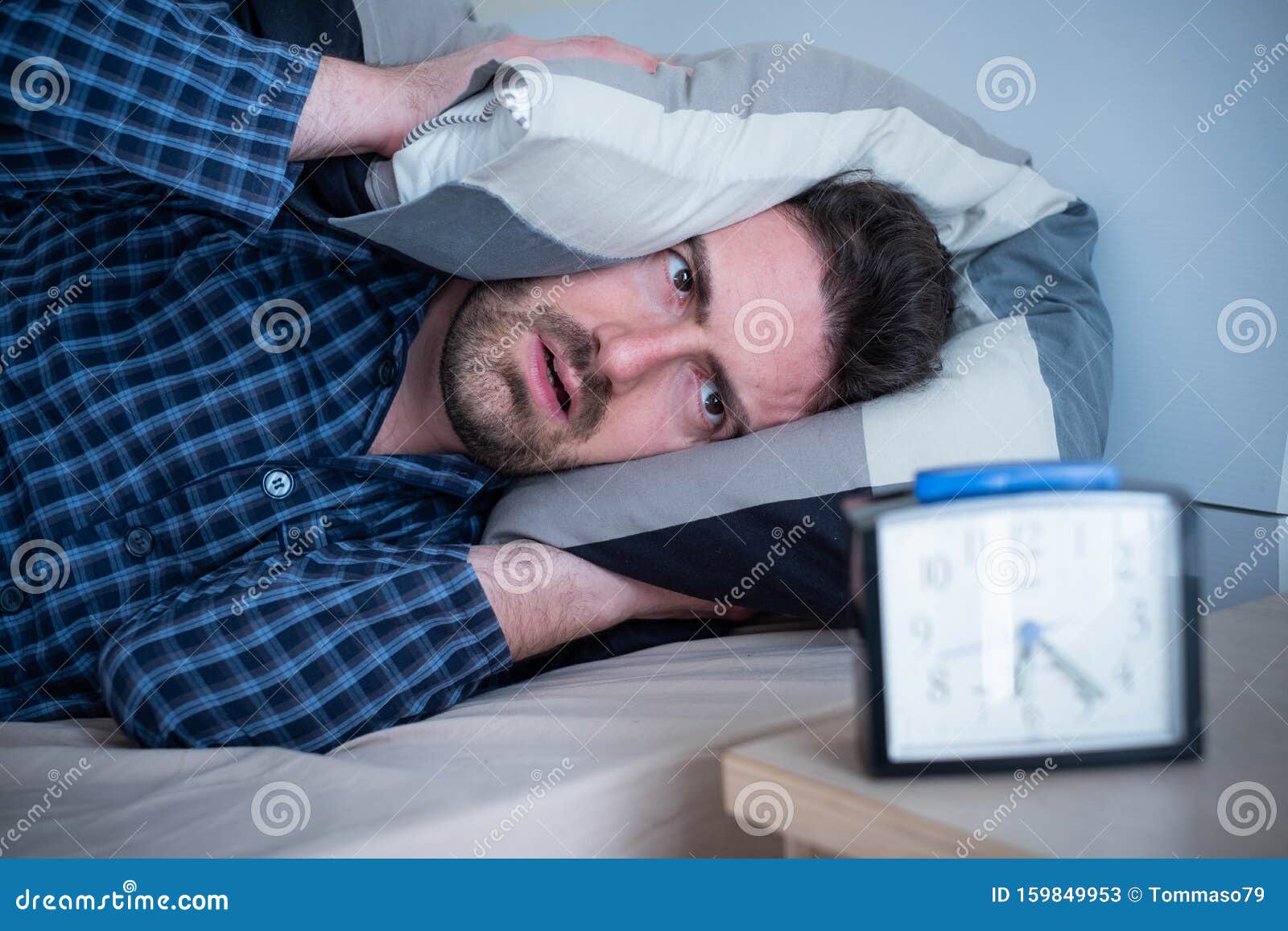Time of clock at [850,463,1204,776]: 6:23
